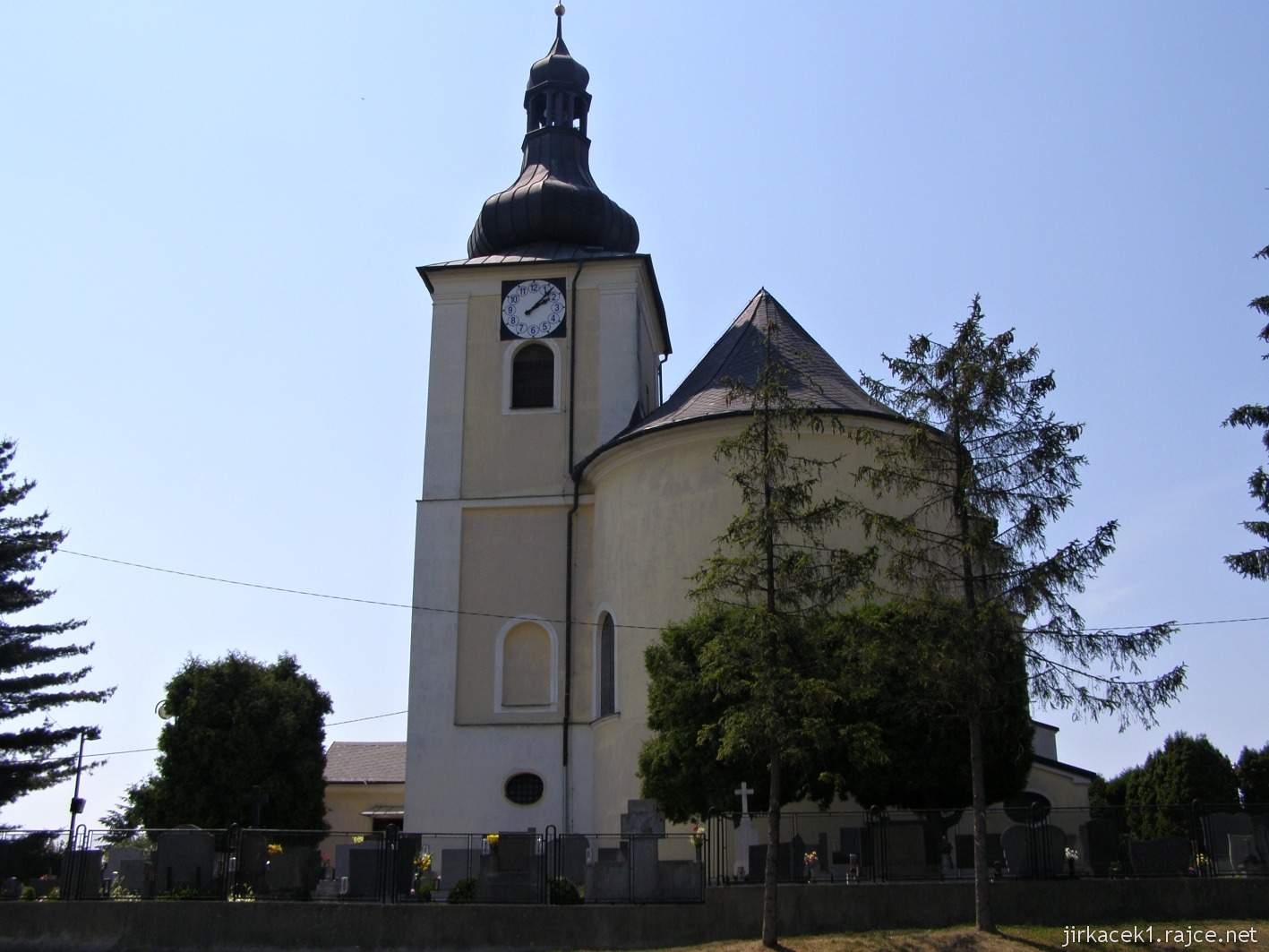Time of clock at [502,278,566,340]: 2:07
